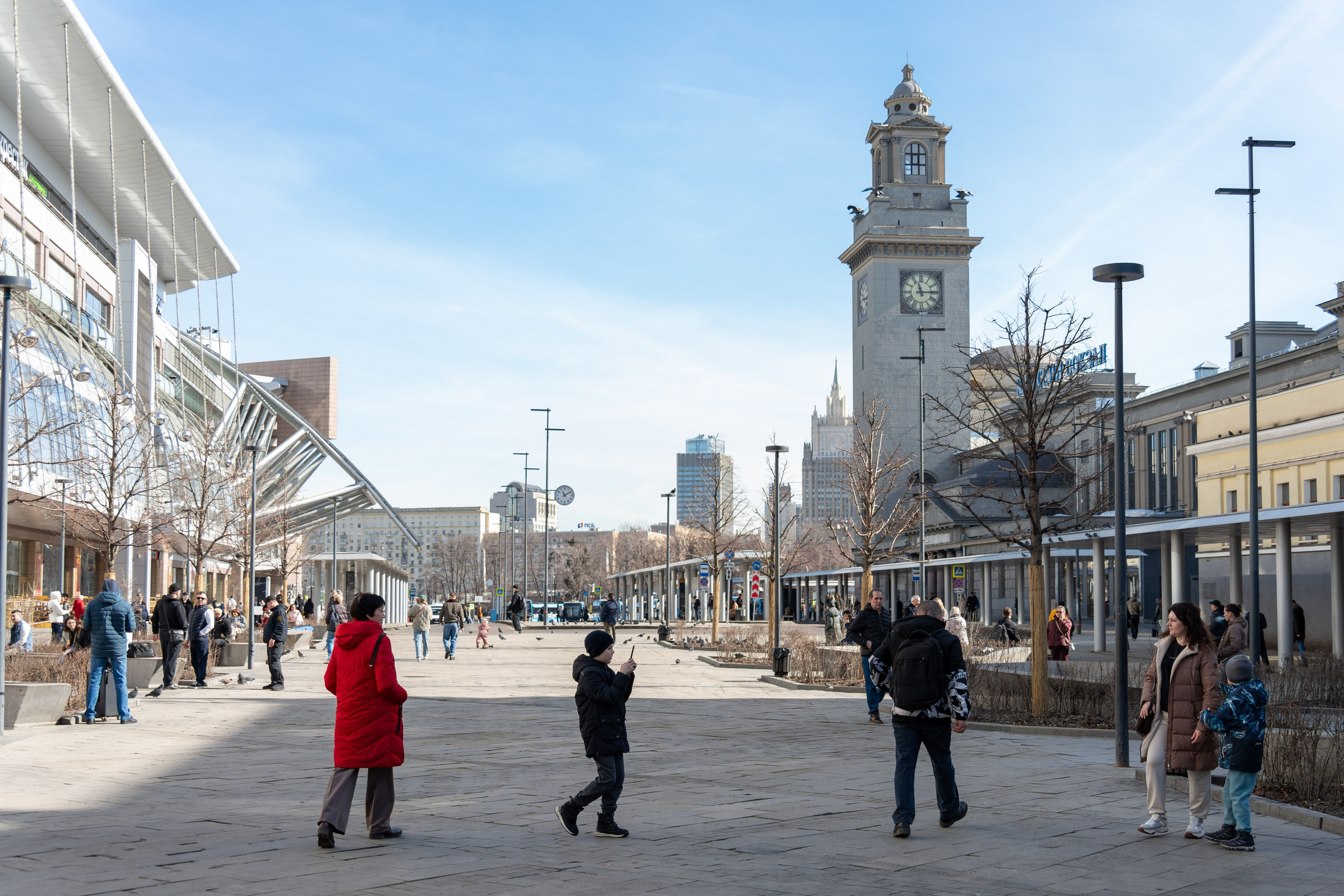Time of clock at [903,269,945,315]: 11:14
